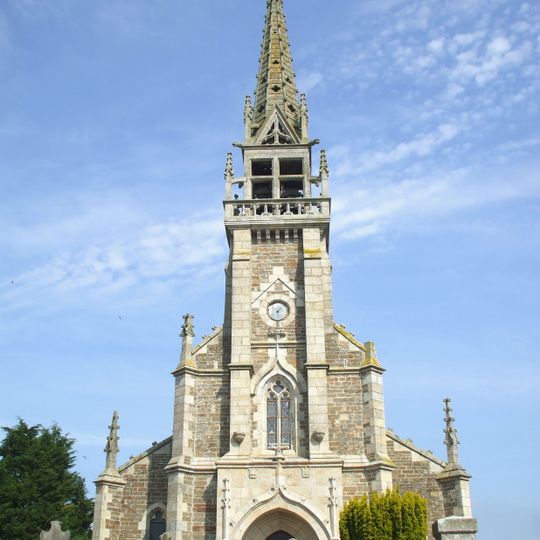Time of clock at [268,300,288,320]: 1:28
